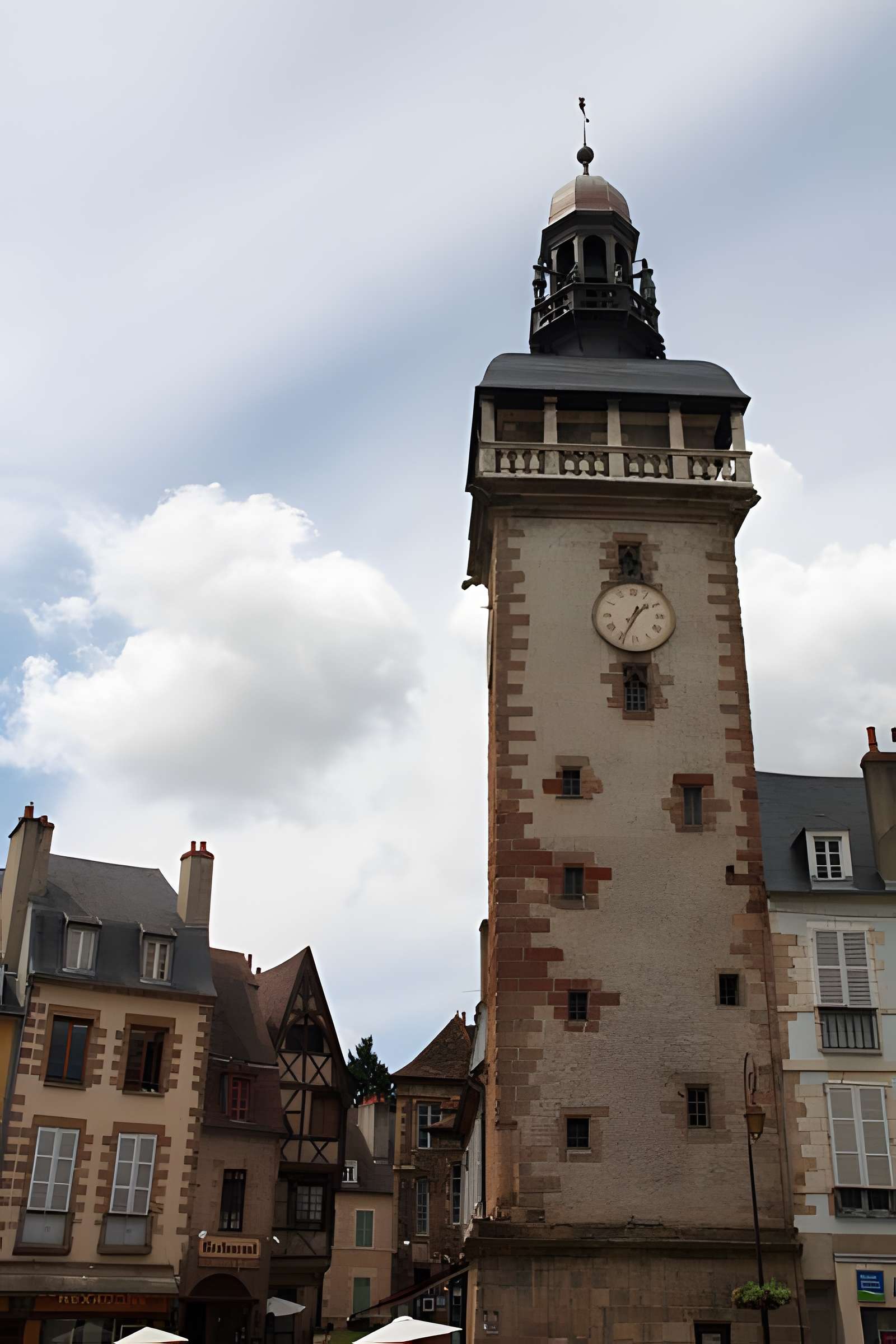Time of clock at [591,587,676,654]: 1:34
